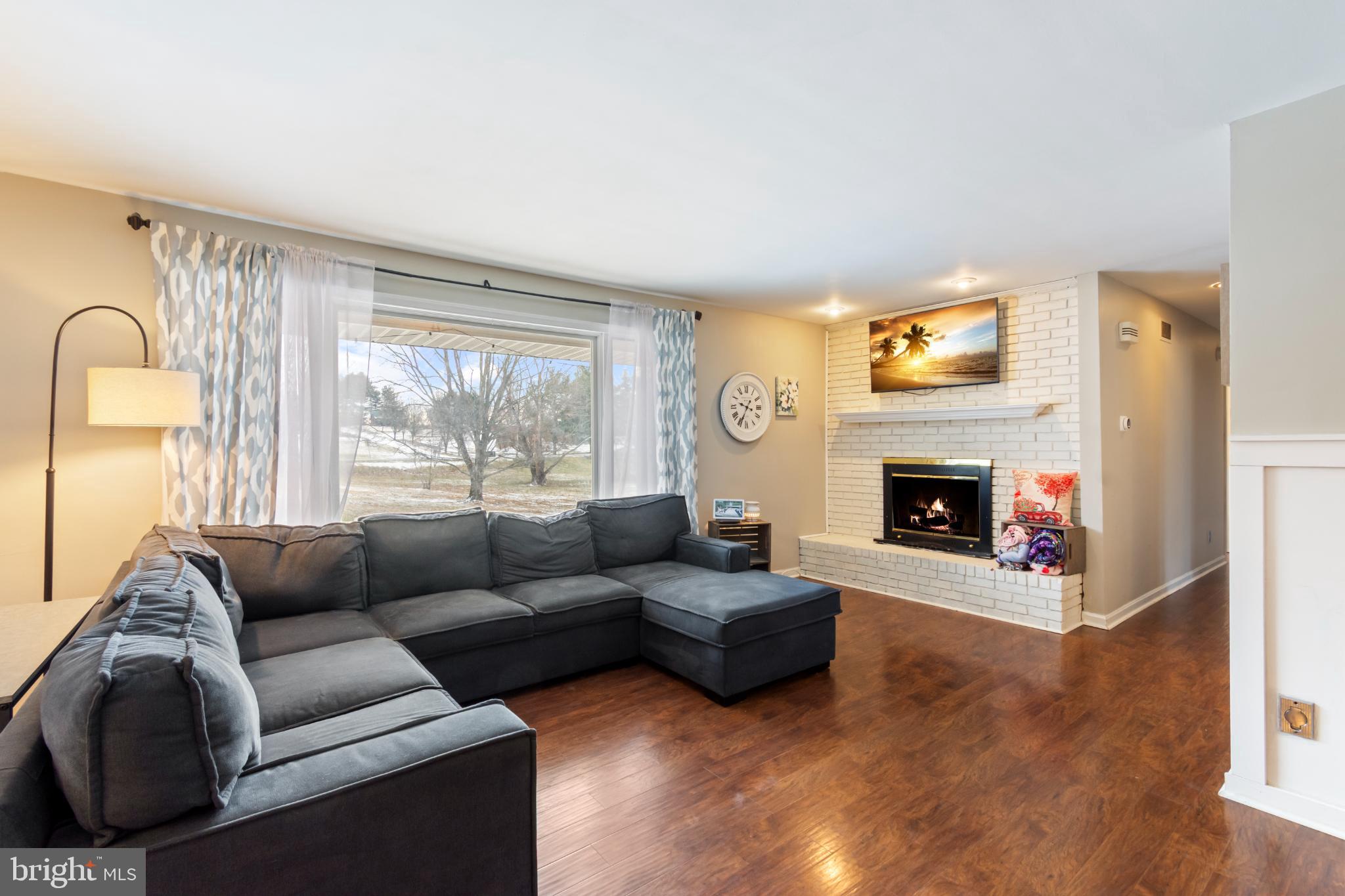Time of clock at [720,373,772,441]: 3:34
